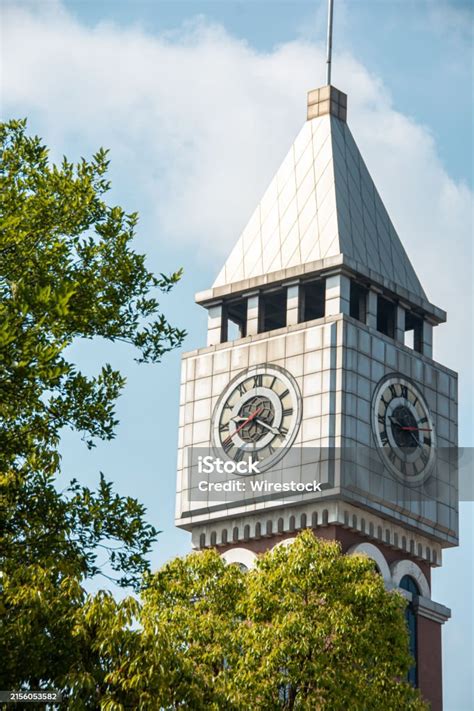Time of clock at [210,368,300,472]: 9:20
